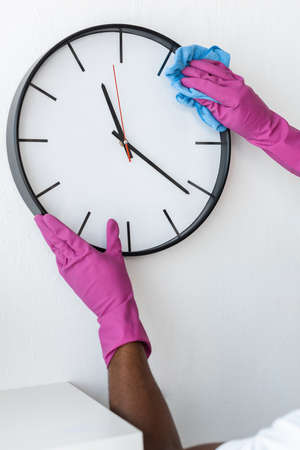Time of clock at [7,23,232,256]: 11:21
